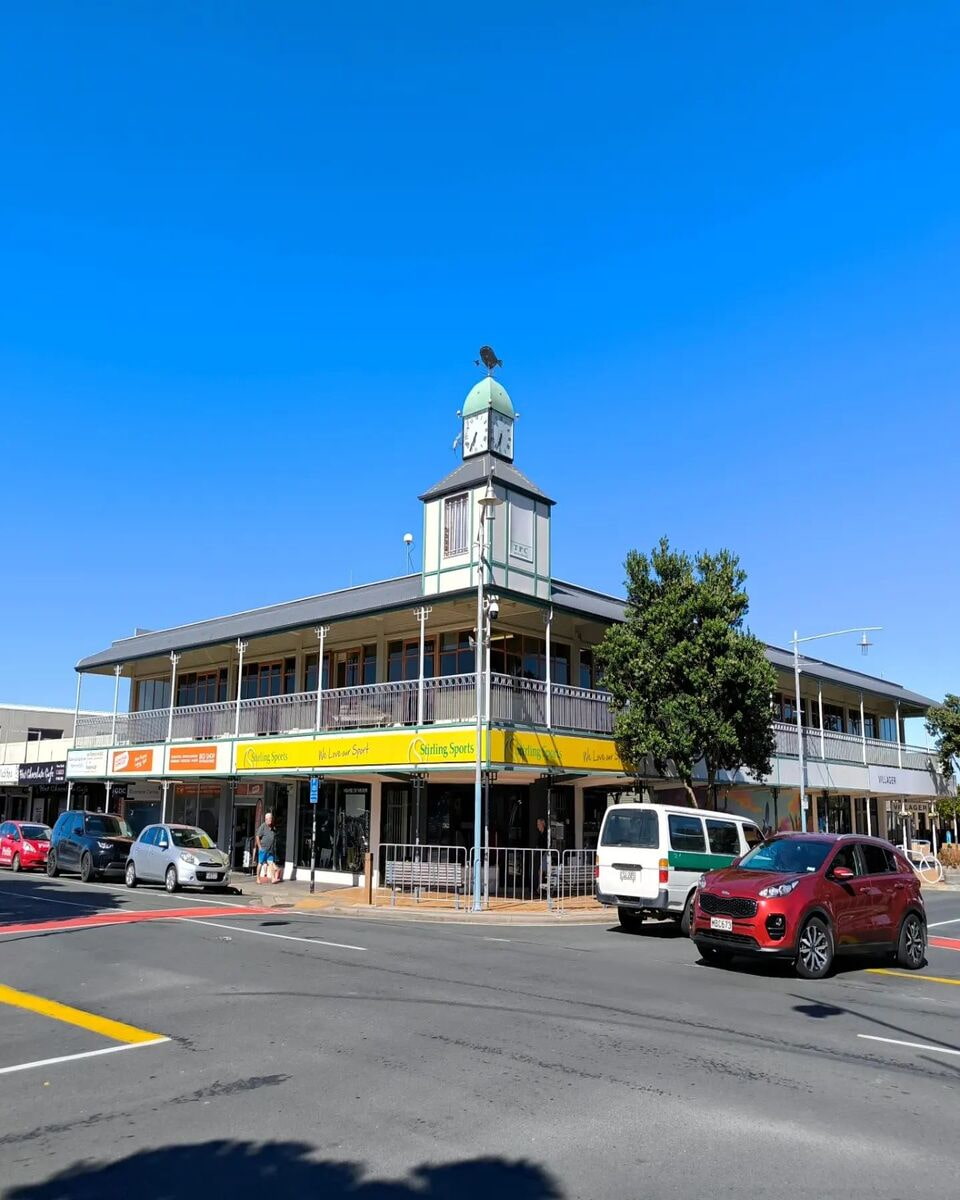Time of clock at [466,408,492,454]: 6:34
